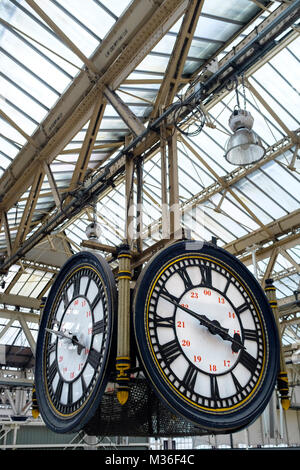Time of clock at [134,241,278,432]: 3:48
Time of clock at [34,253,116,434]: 3:48
